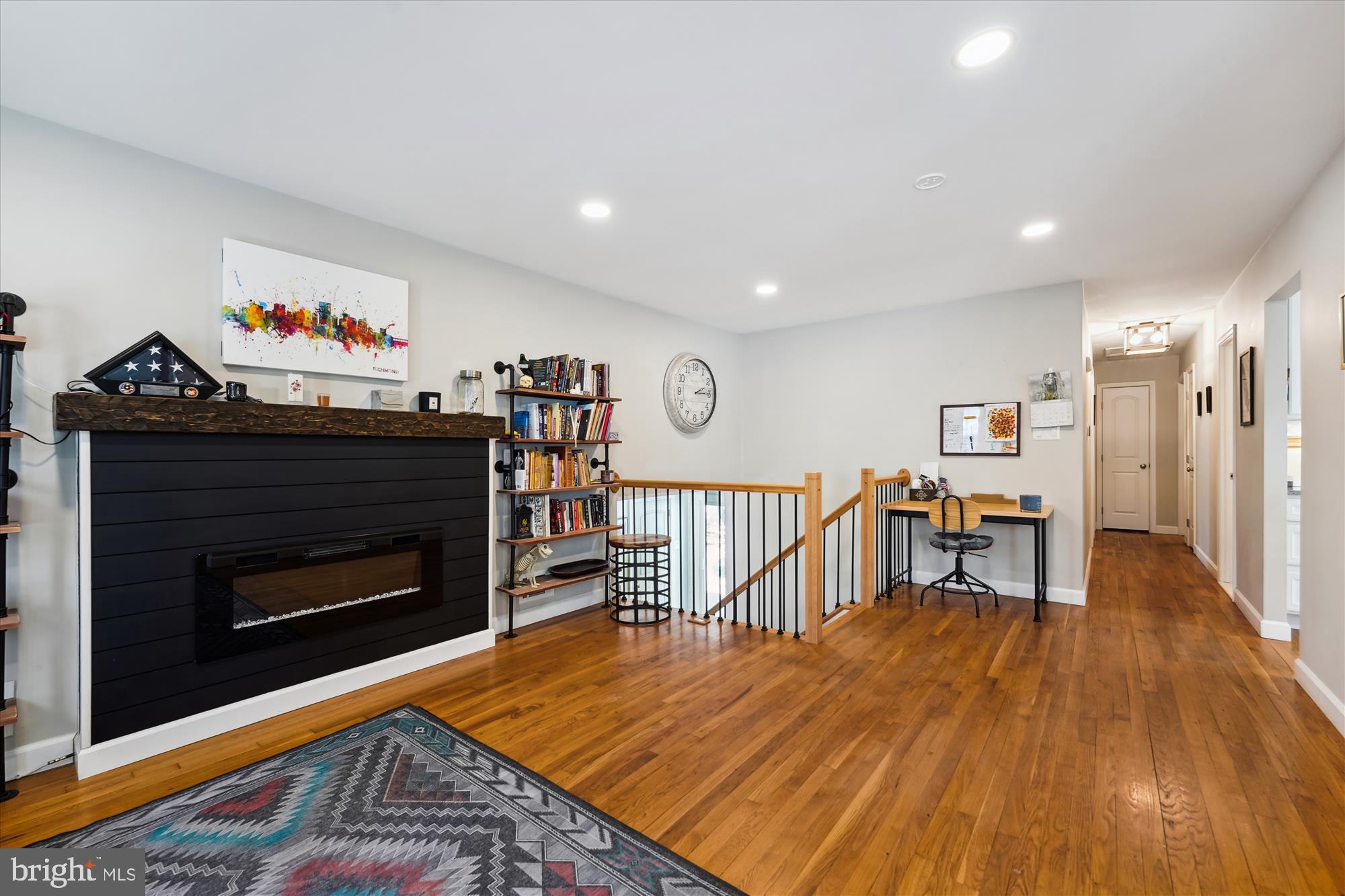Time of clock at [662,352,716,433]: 2:14
